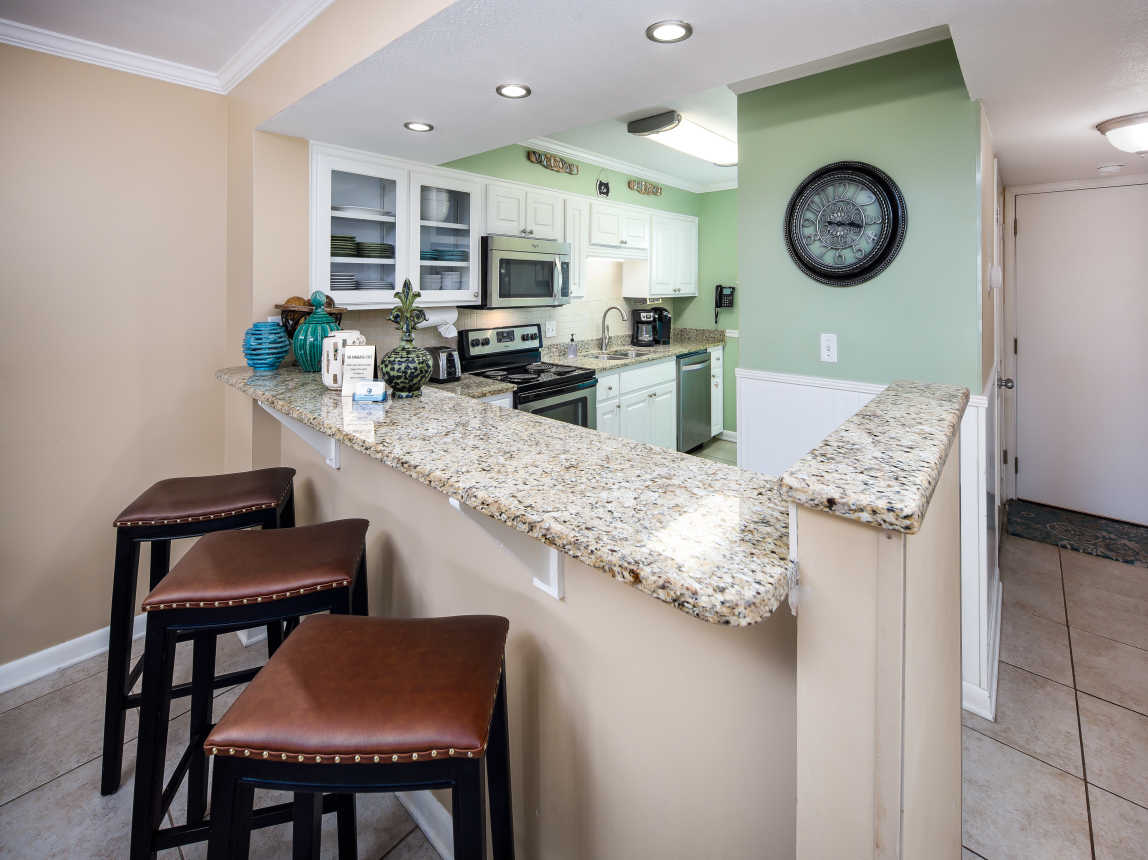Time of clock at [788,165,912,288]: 3:16
